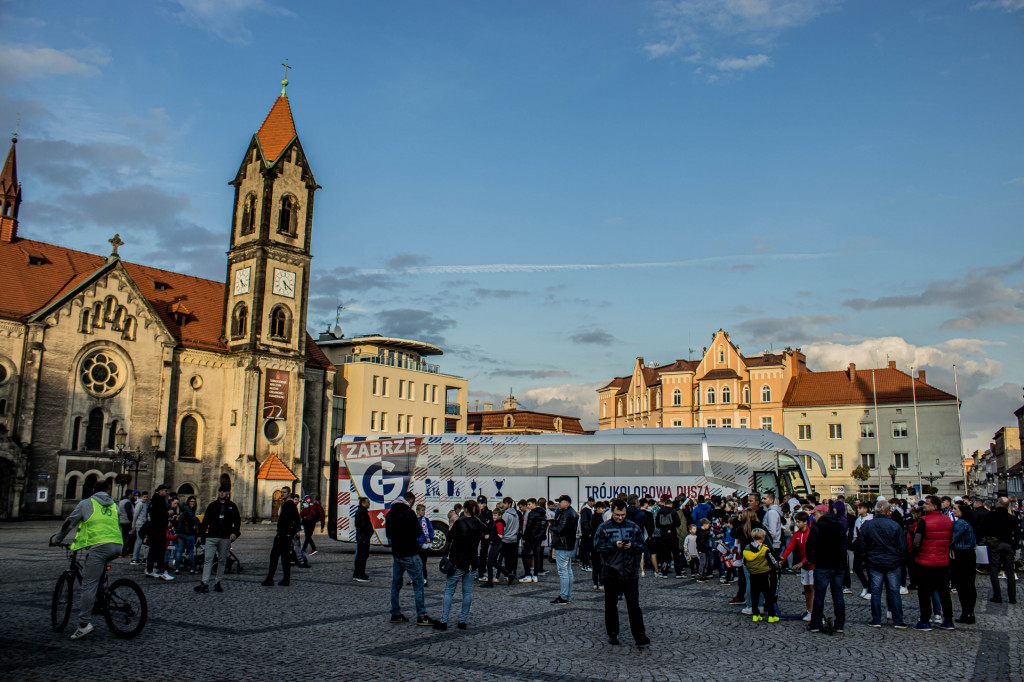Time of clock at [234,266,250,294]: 5:21
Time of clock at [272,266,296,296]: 5:20
